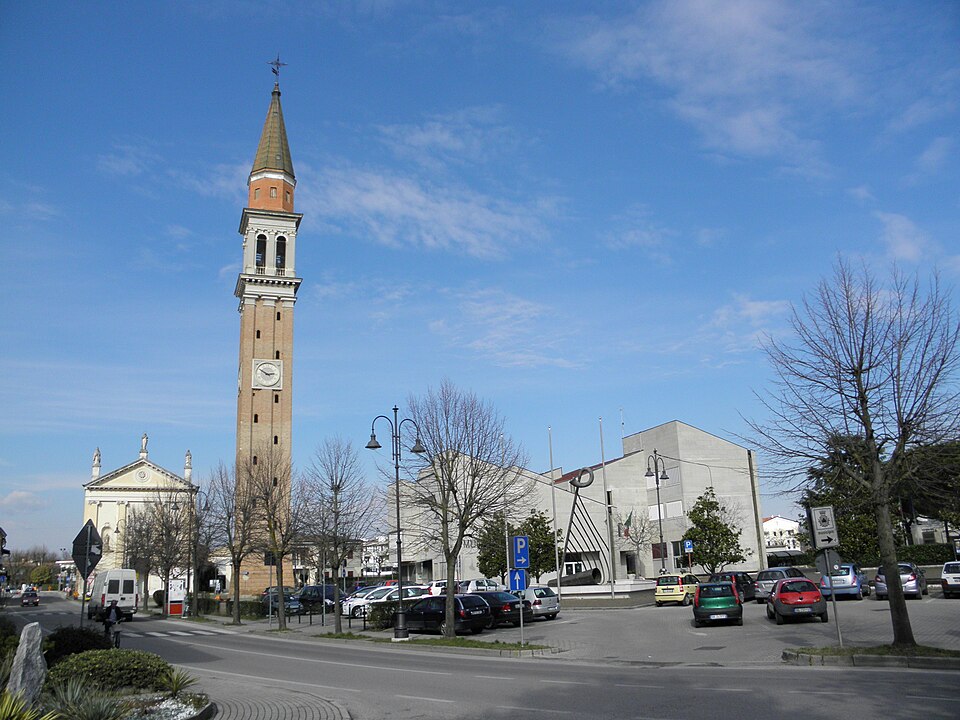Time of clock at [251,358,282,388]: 2:50
